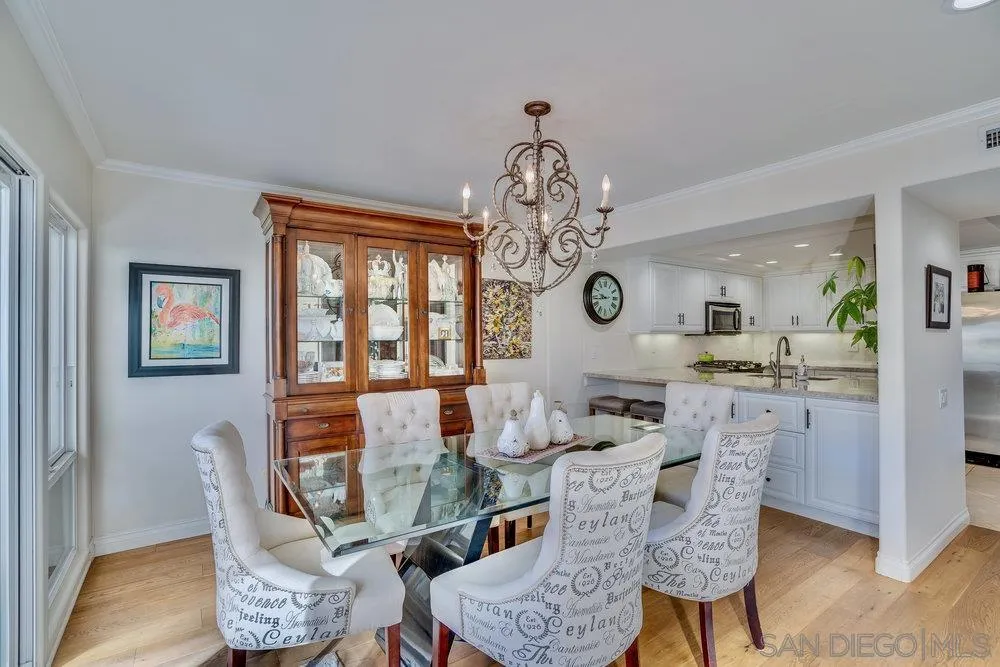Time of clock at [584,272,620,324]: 9:43
